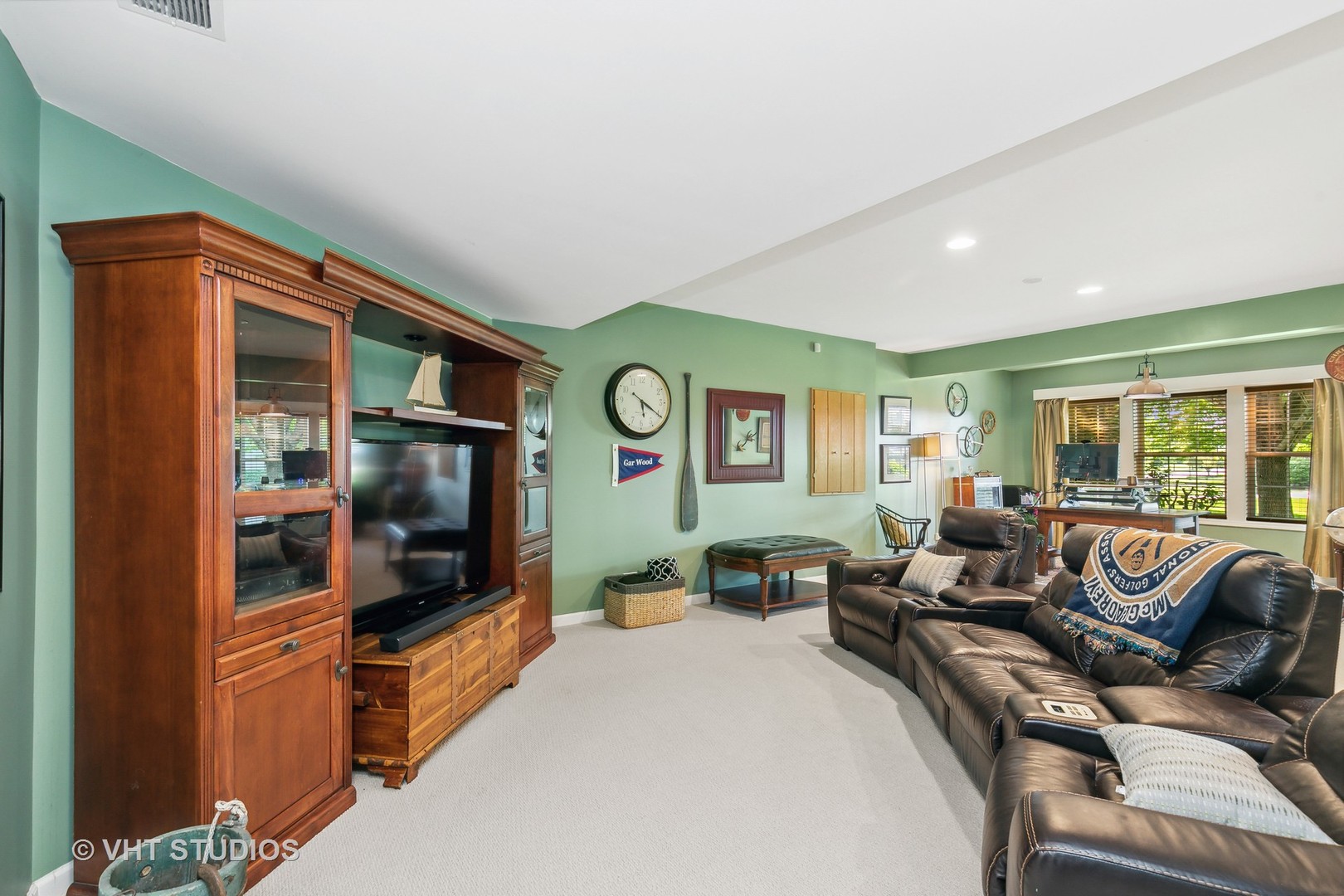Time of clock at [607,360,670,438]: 5:20
